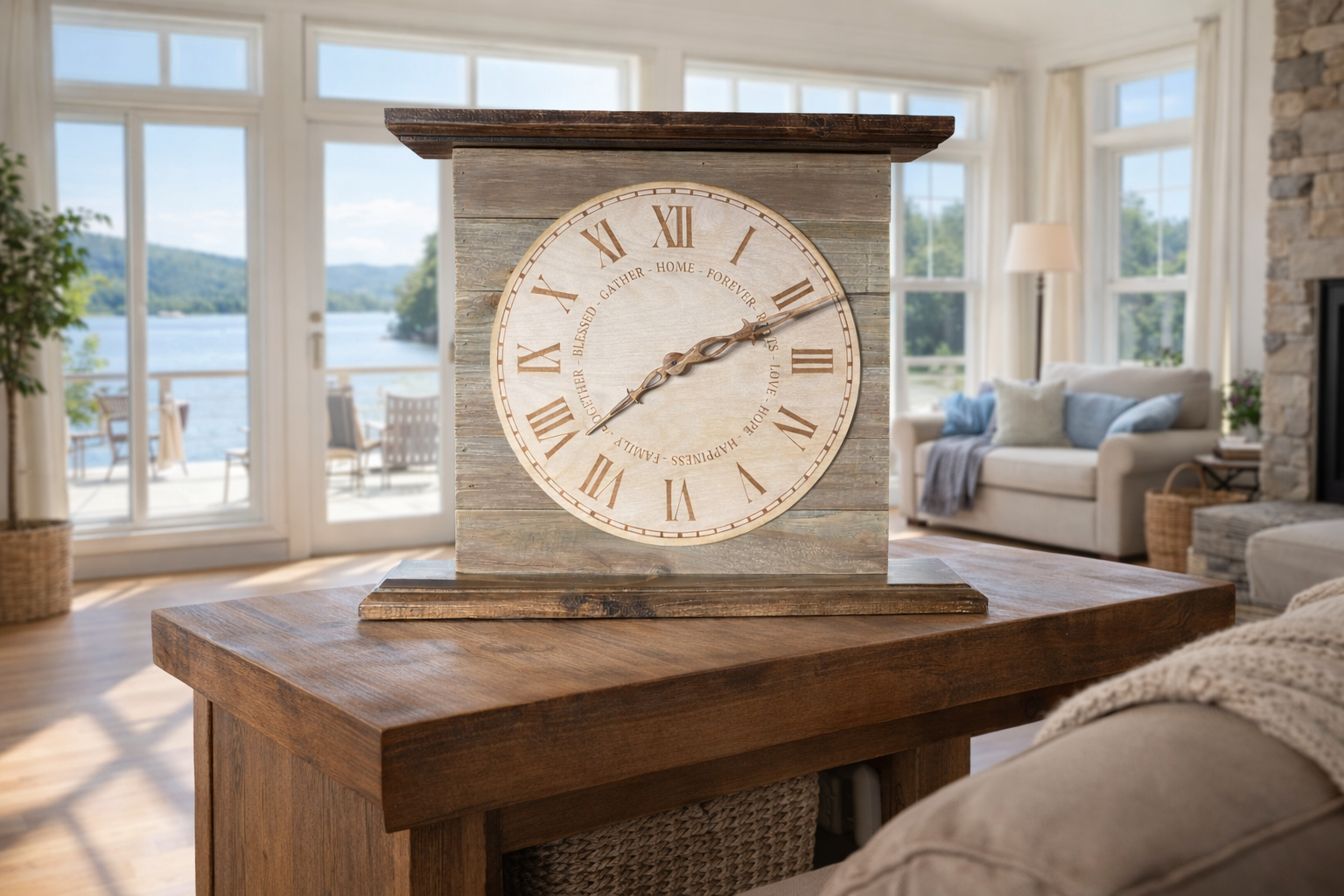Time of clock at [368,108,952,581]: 2:11
